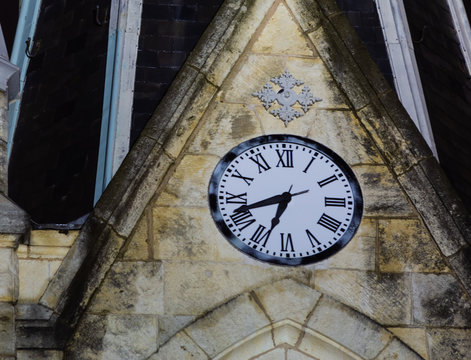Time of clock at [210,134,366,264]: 6:41
